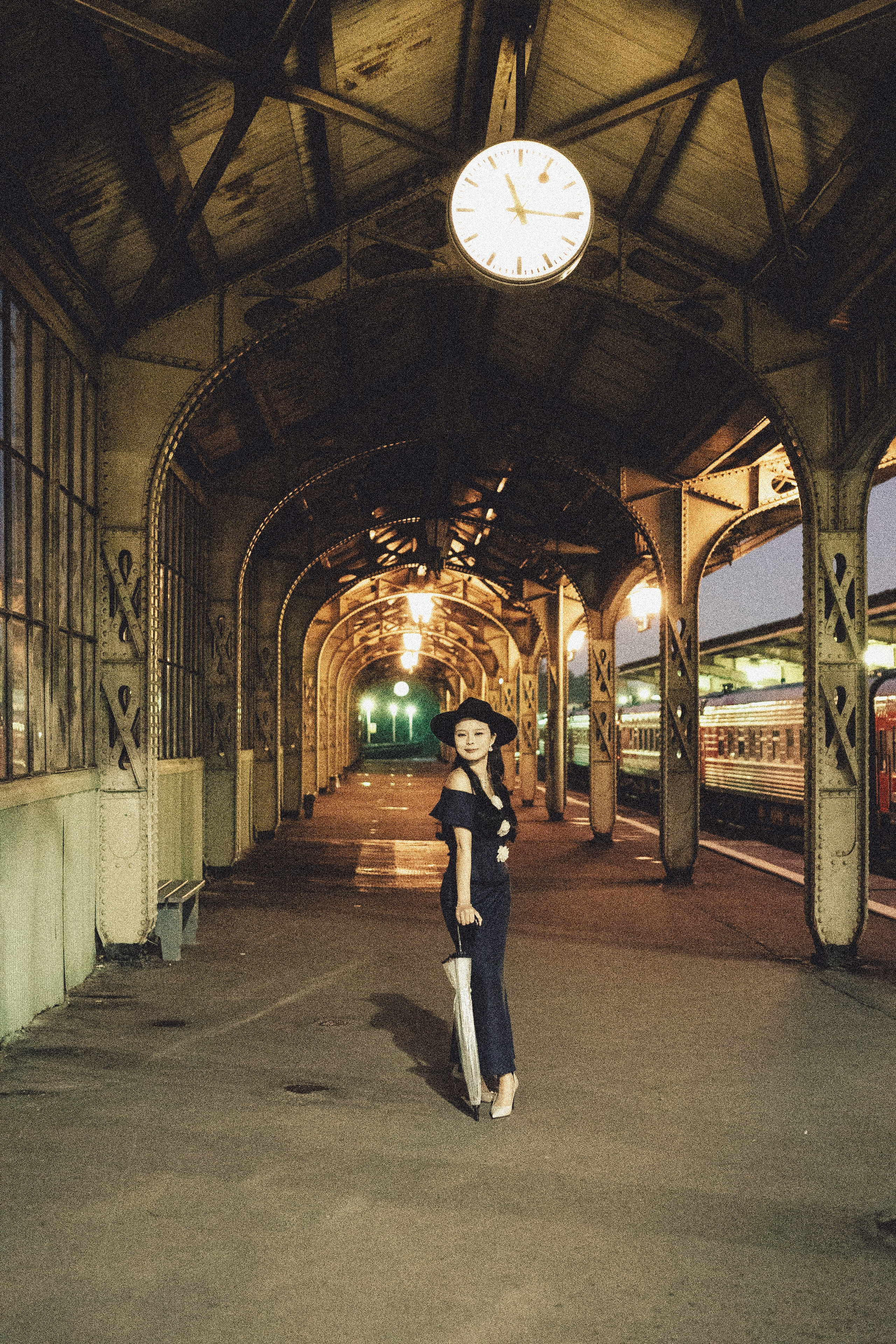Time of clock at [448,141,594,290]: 11:15
